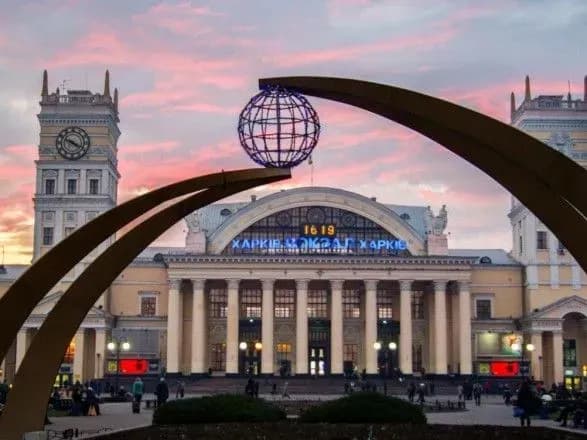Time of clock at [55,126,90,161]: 3:48
